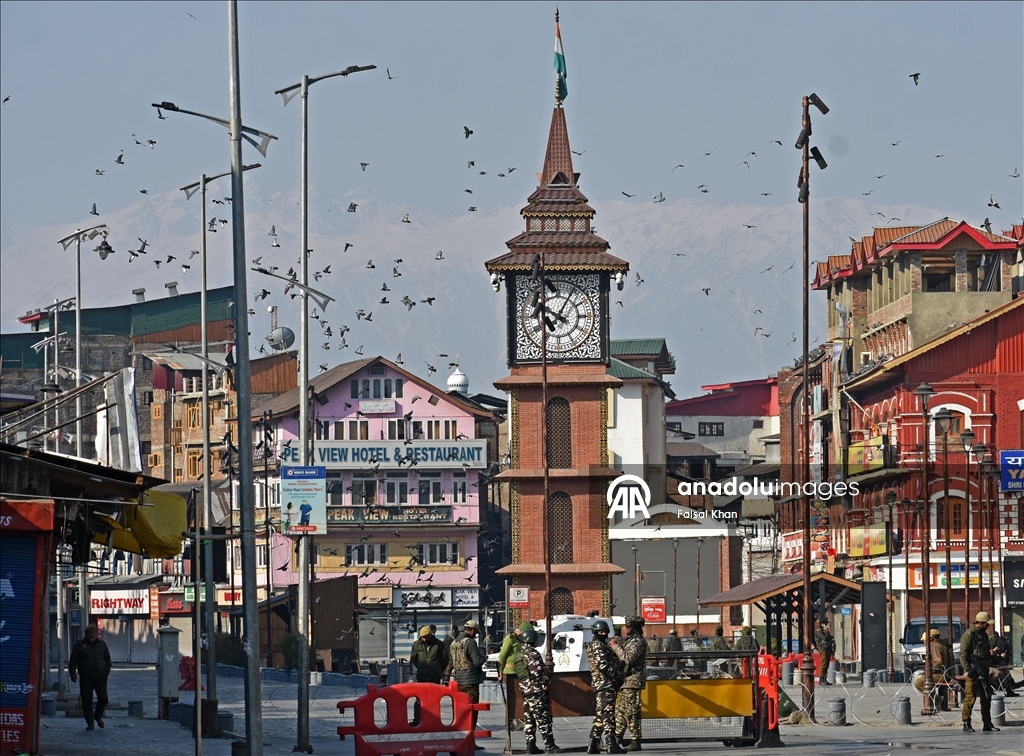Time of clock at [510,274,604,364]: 10:04
